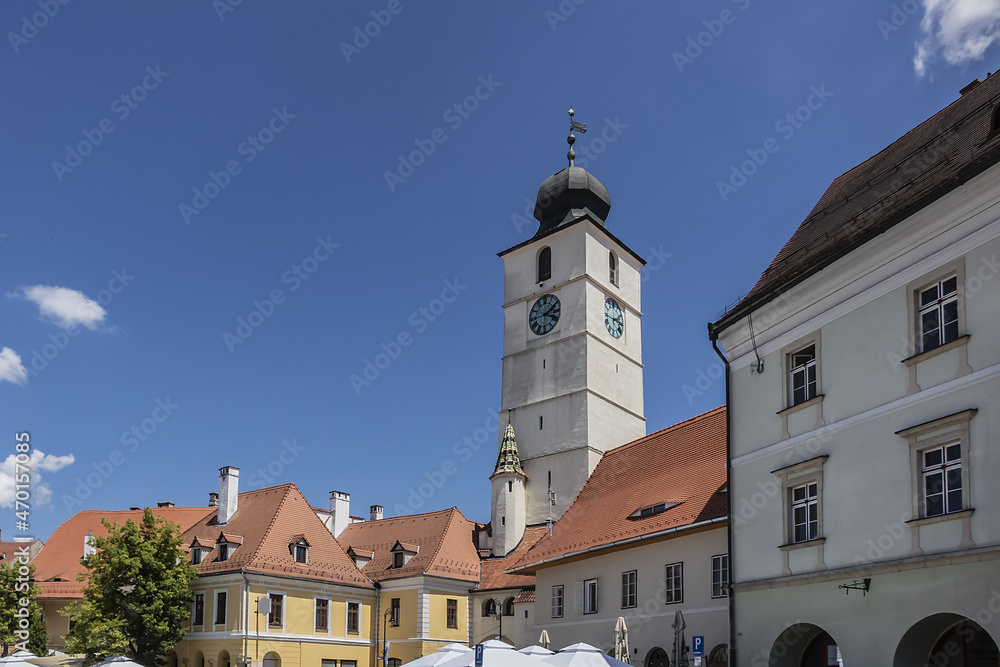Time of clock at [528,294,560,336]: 2:18
